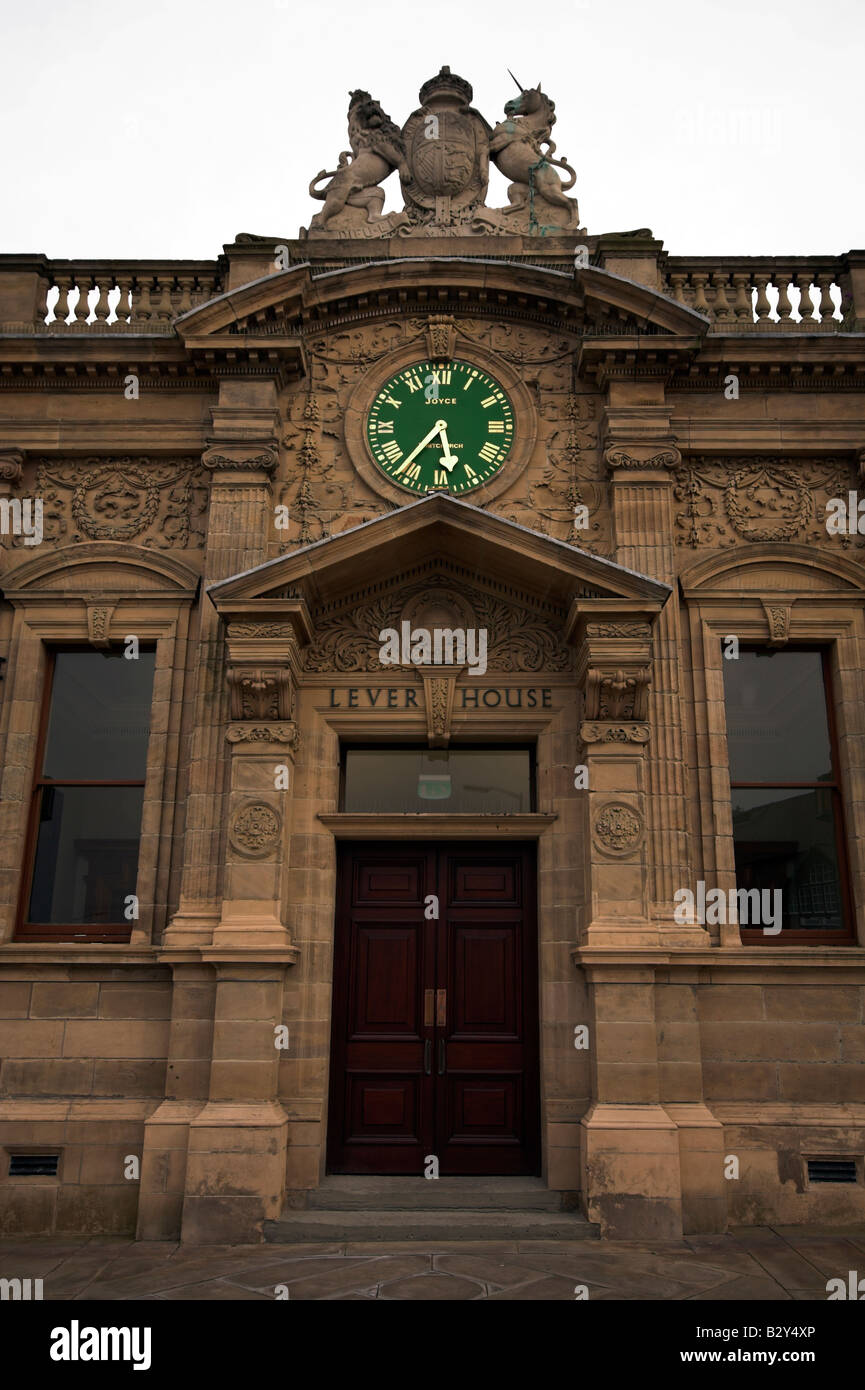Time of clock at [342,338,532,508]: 5:36
